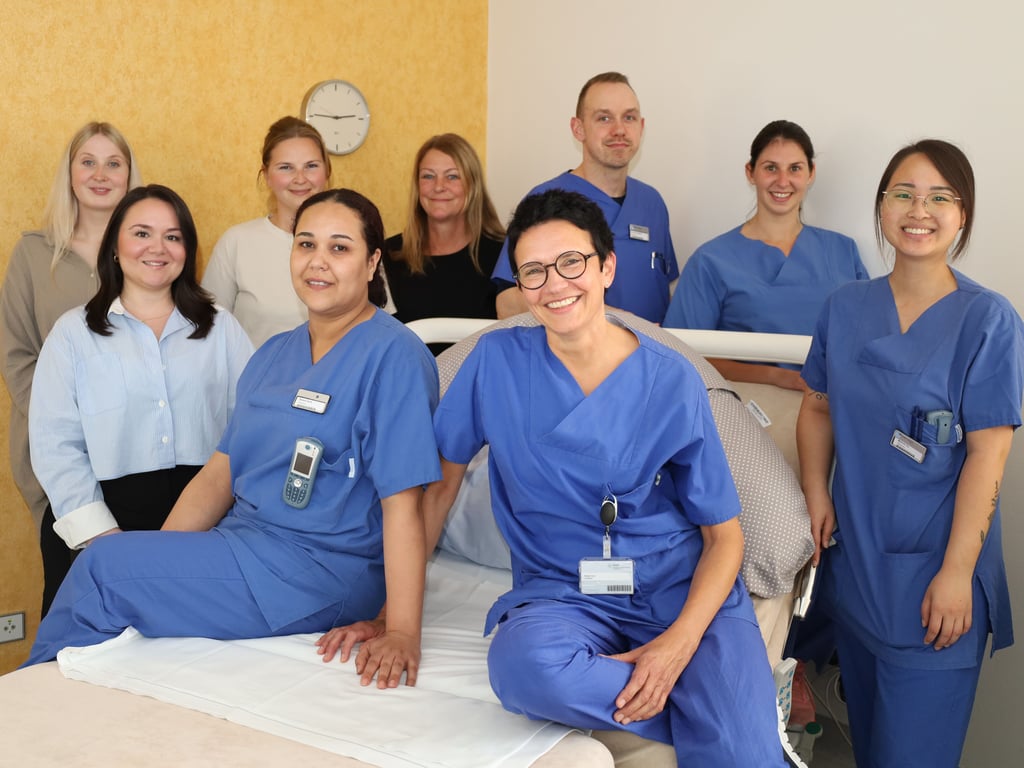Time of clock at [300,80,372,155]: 2:45
